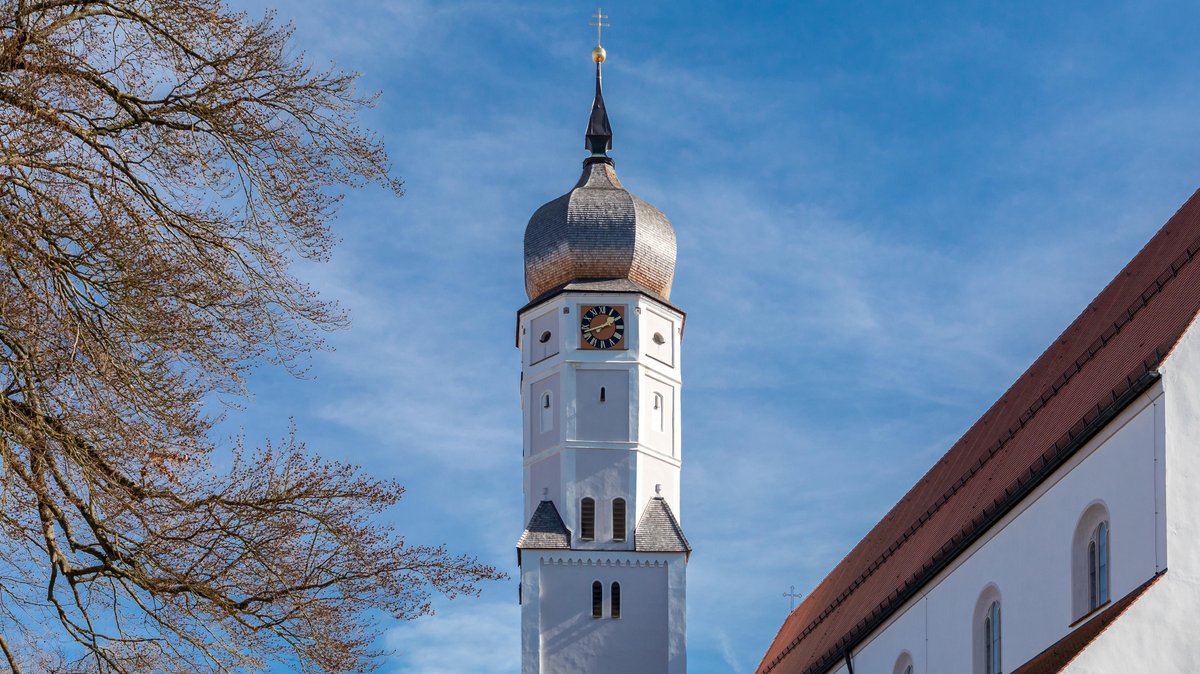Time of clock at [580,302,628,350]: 1:42
